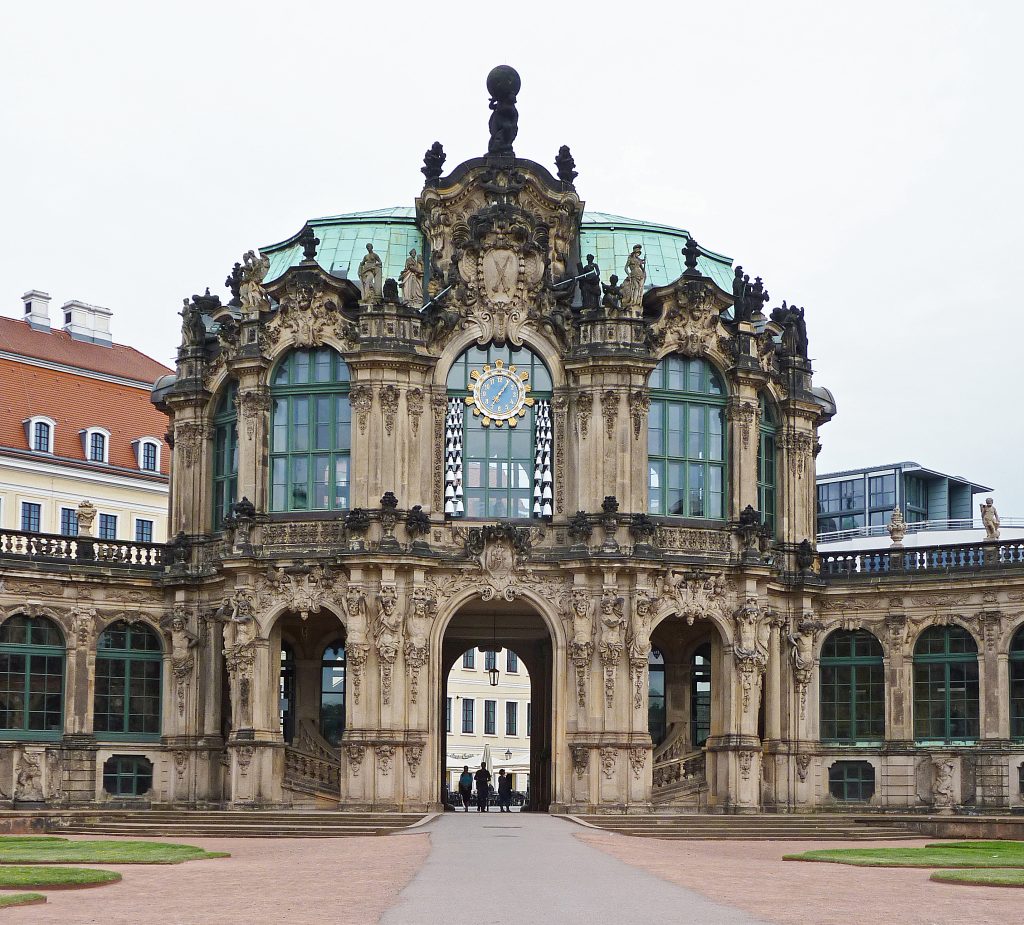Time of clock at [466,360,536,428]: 7:06
